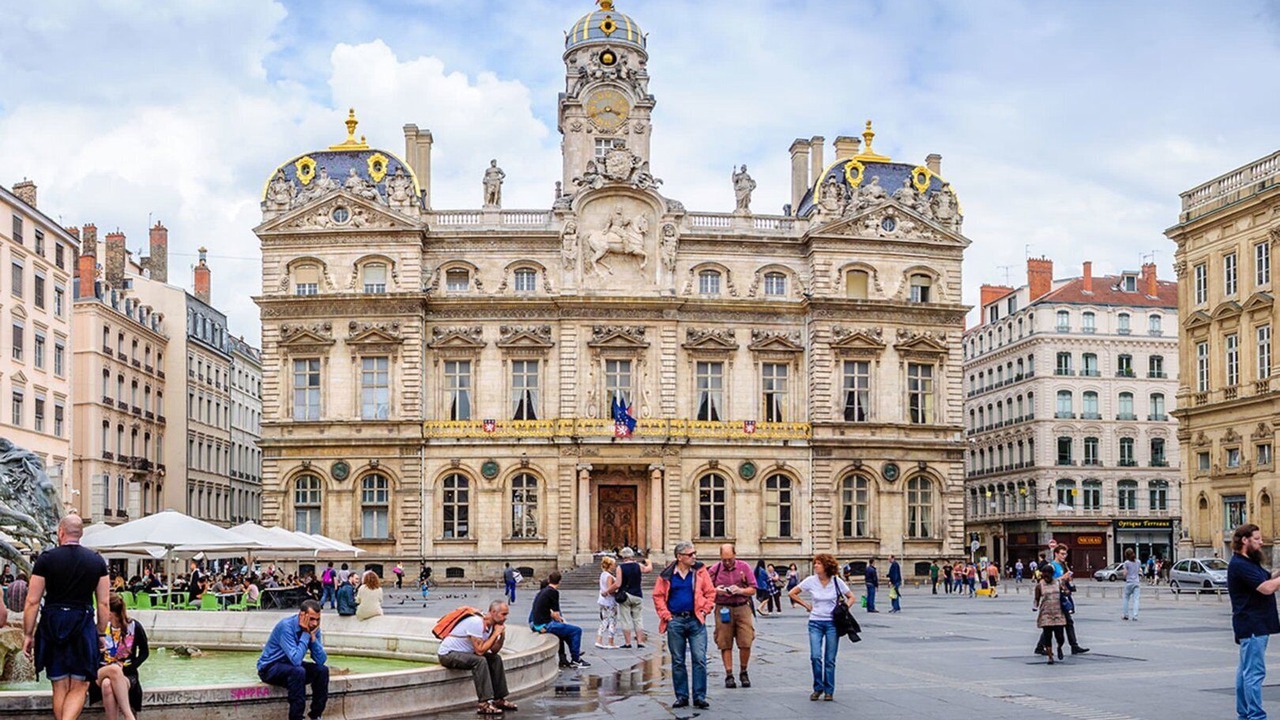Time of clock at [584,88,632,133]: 3:40
